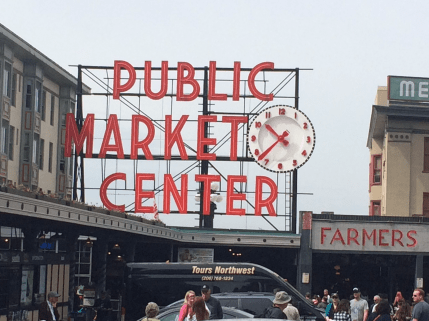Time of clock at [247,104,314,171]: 10:37
